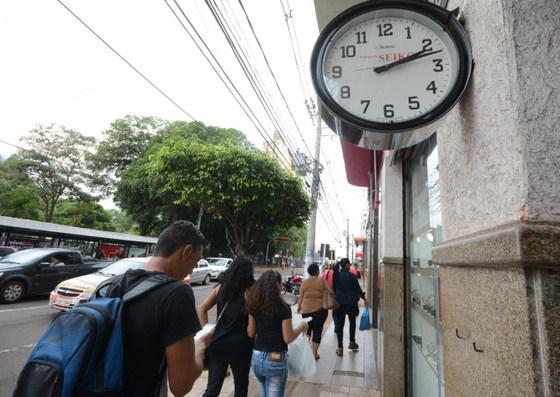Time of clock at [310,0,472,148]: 2:12
